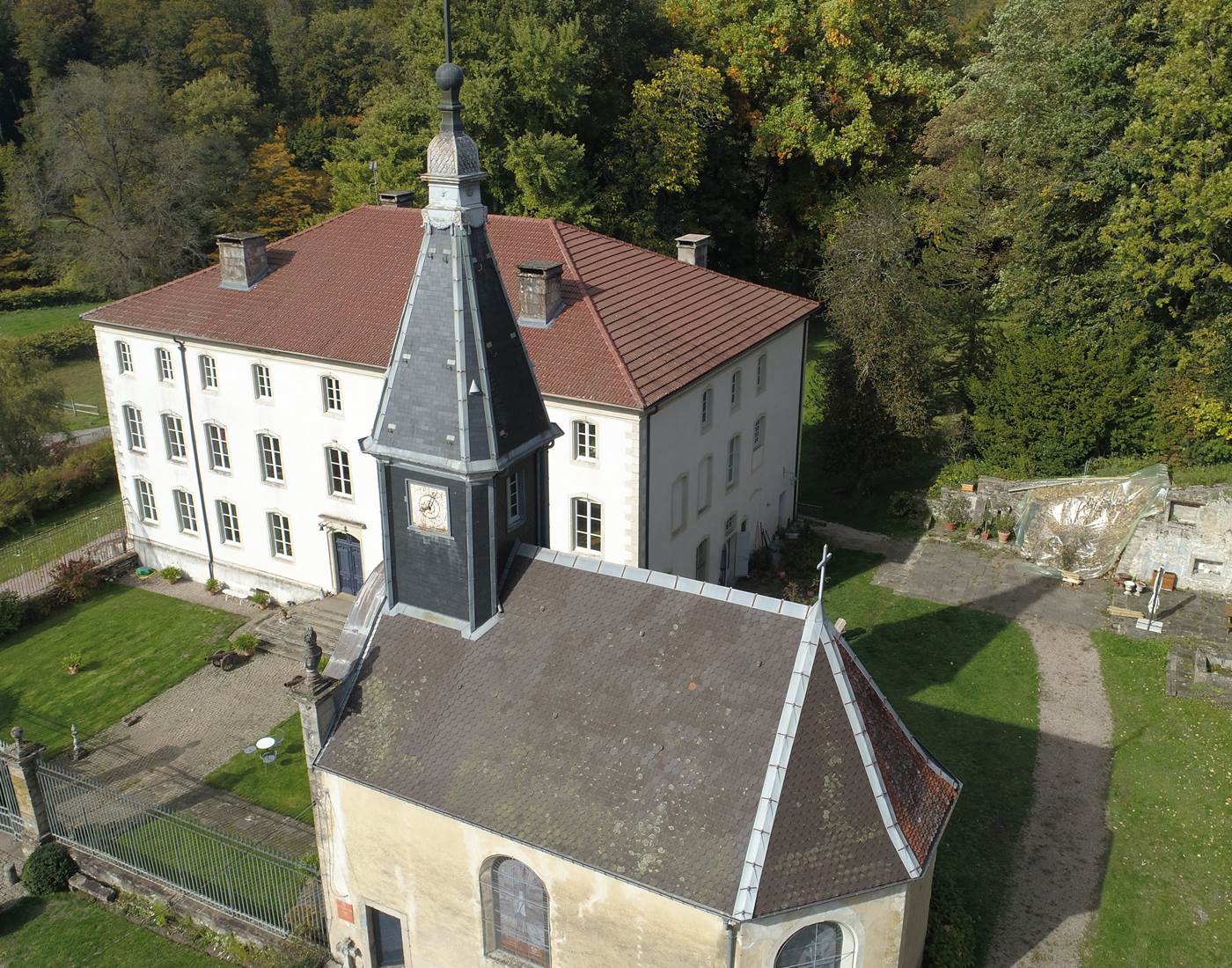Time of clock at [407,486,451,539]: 8:04
